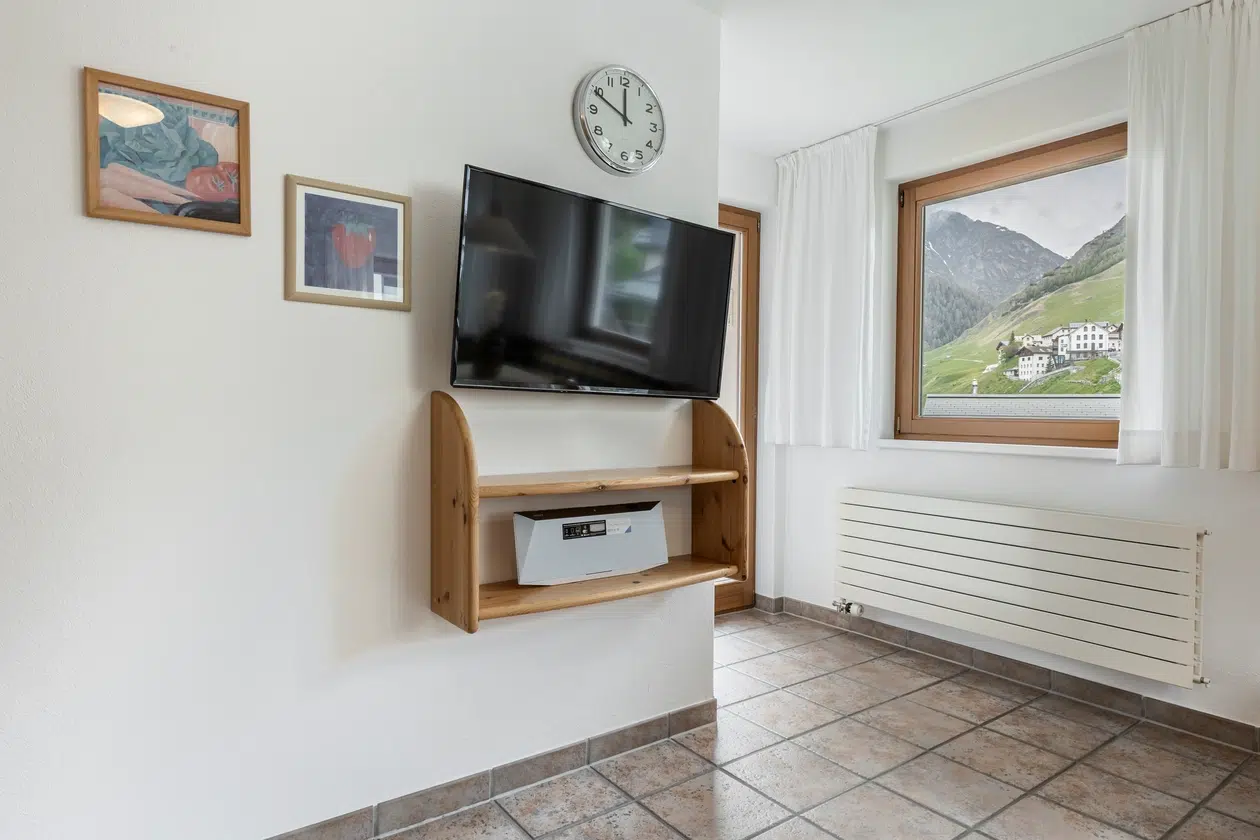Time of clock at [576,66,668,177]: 11:49
